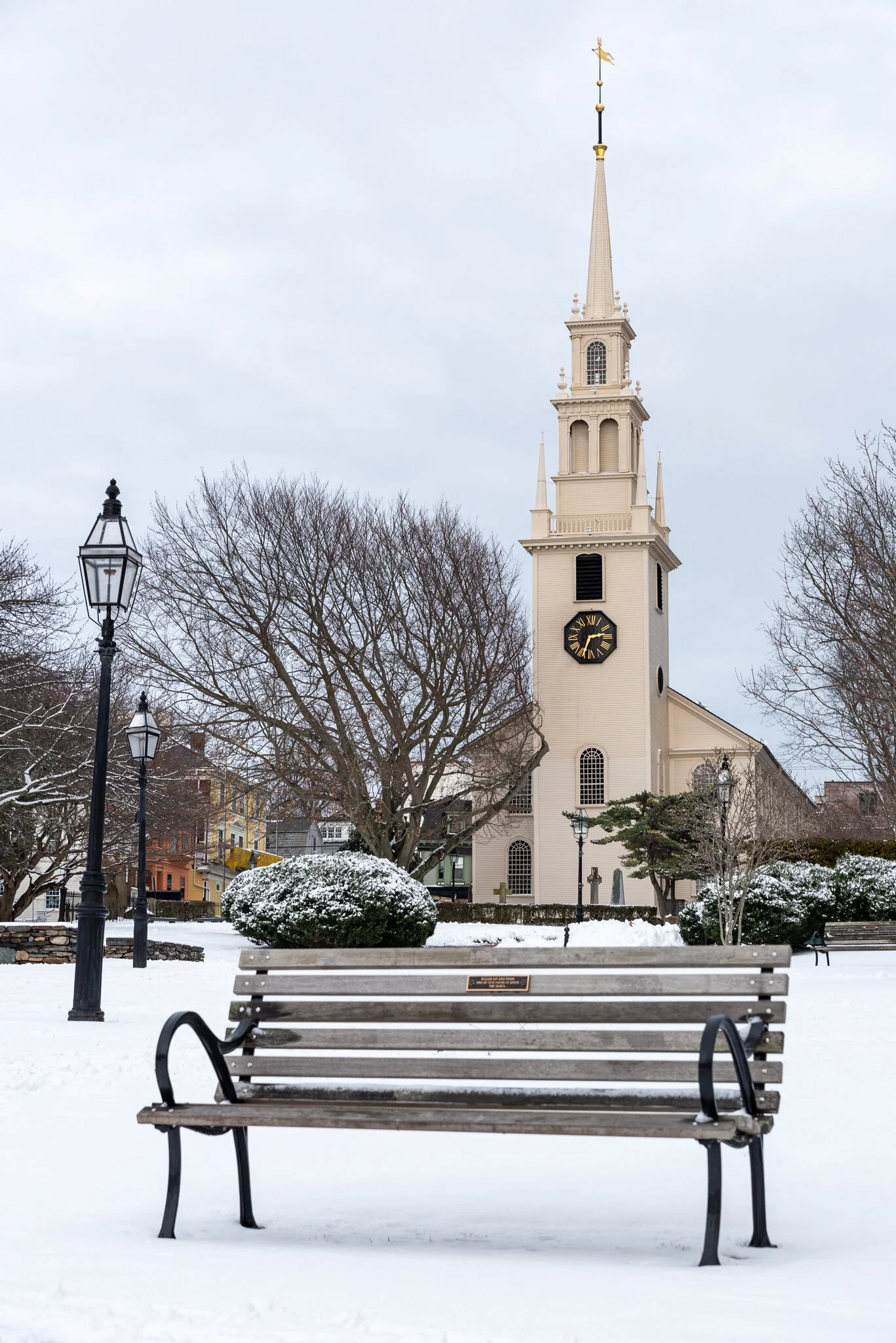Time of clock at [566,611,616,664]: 2:33
